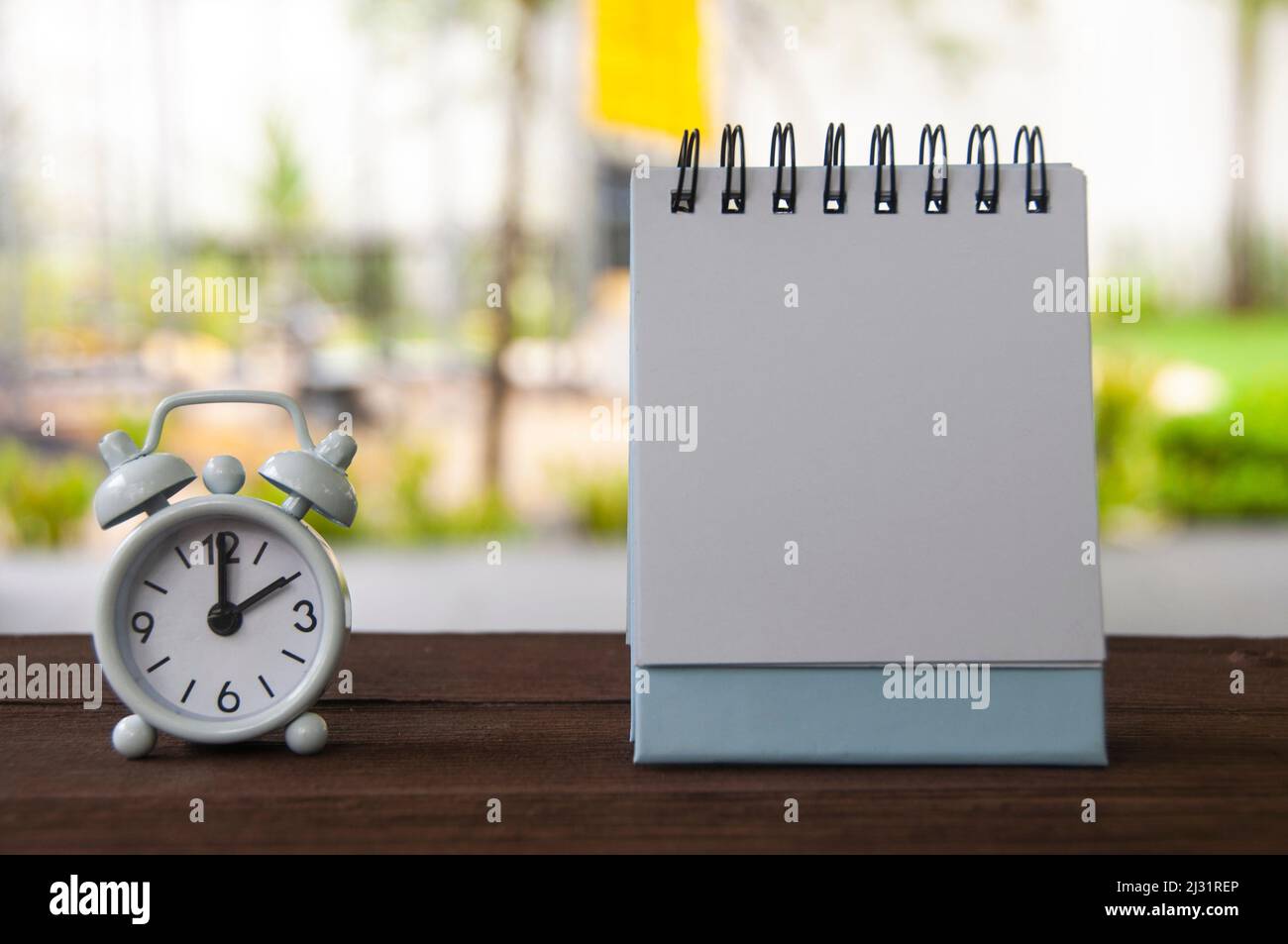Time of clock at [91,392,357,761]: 2:00
